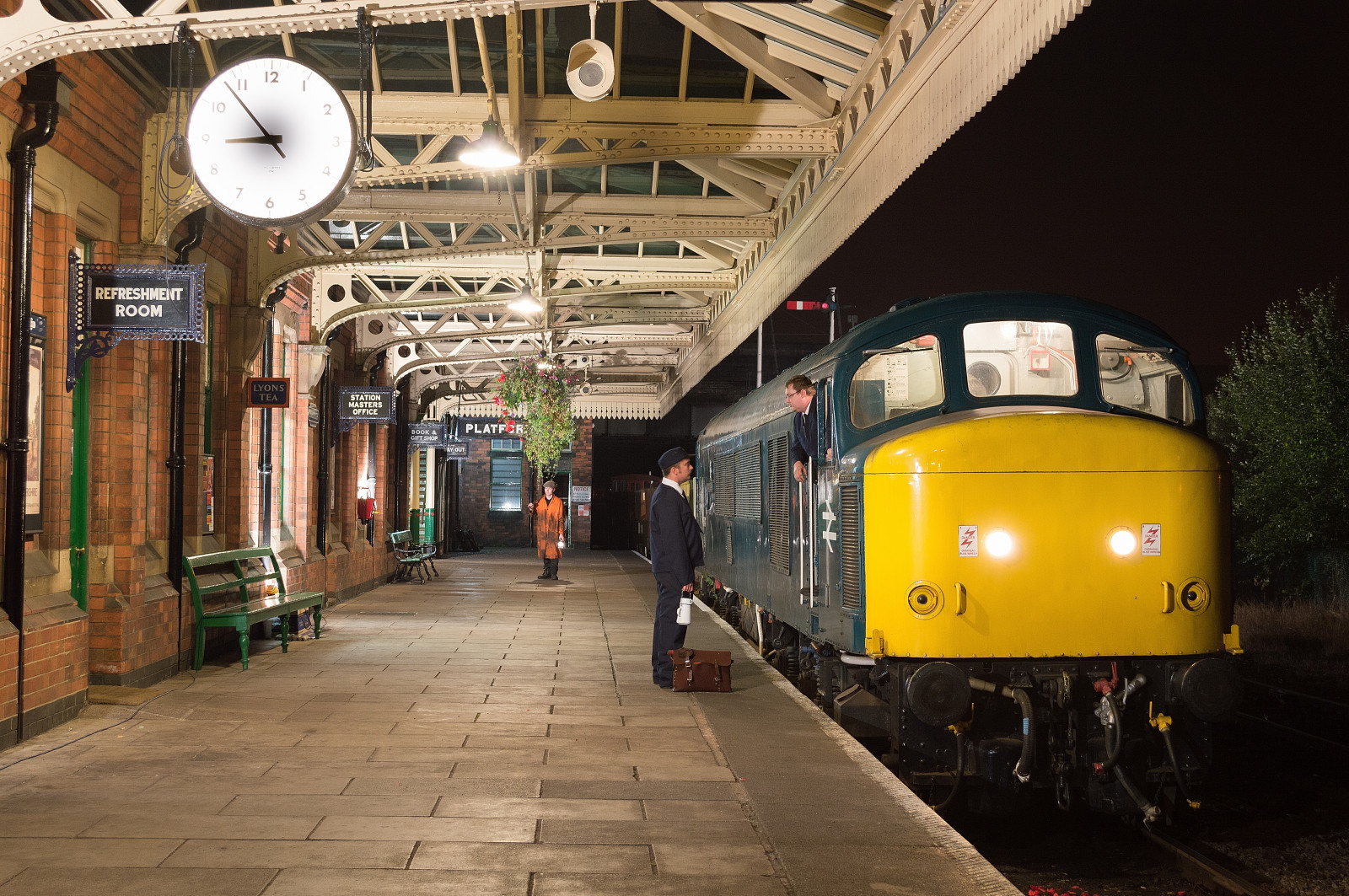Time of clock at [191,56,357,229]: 8:53
